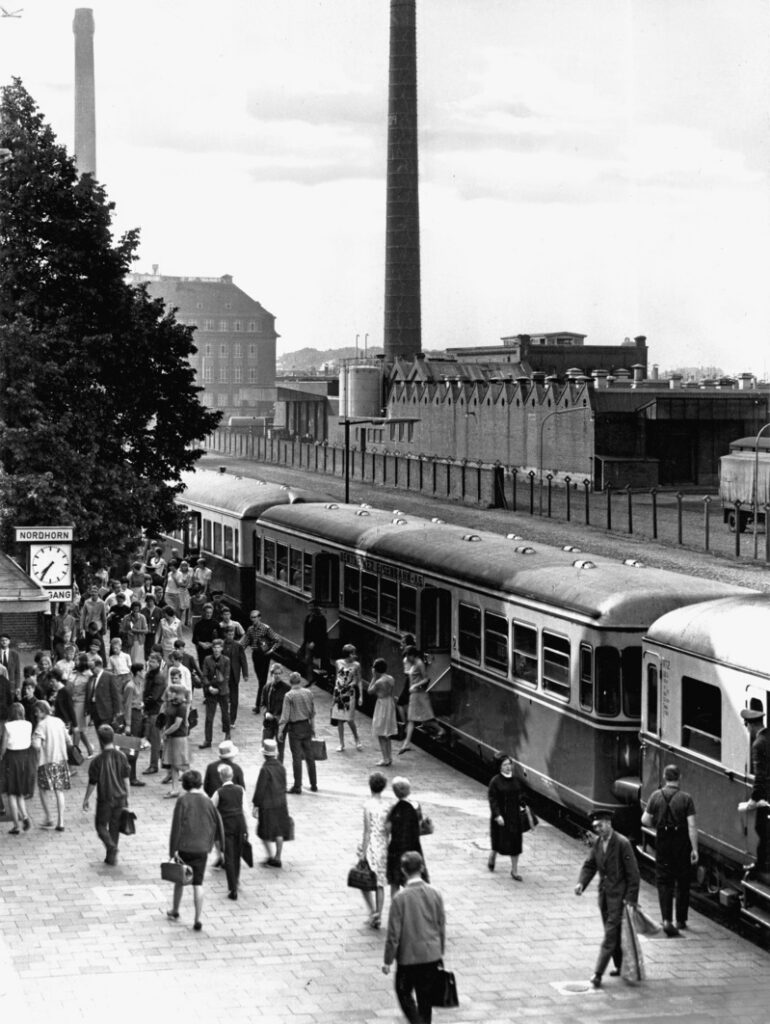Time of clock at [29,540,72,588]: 7:35
